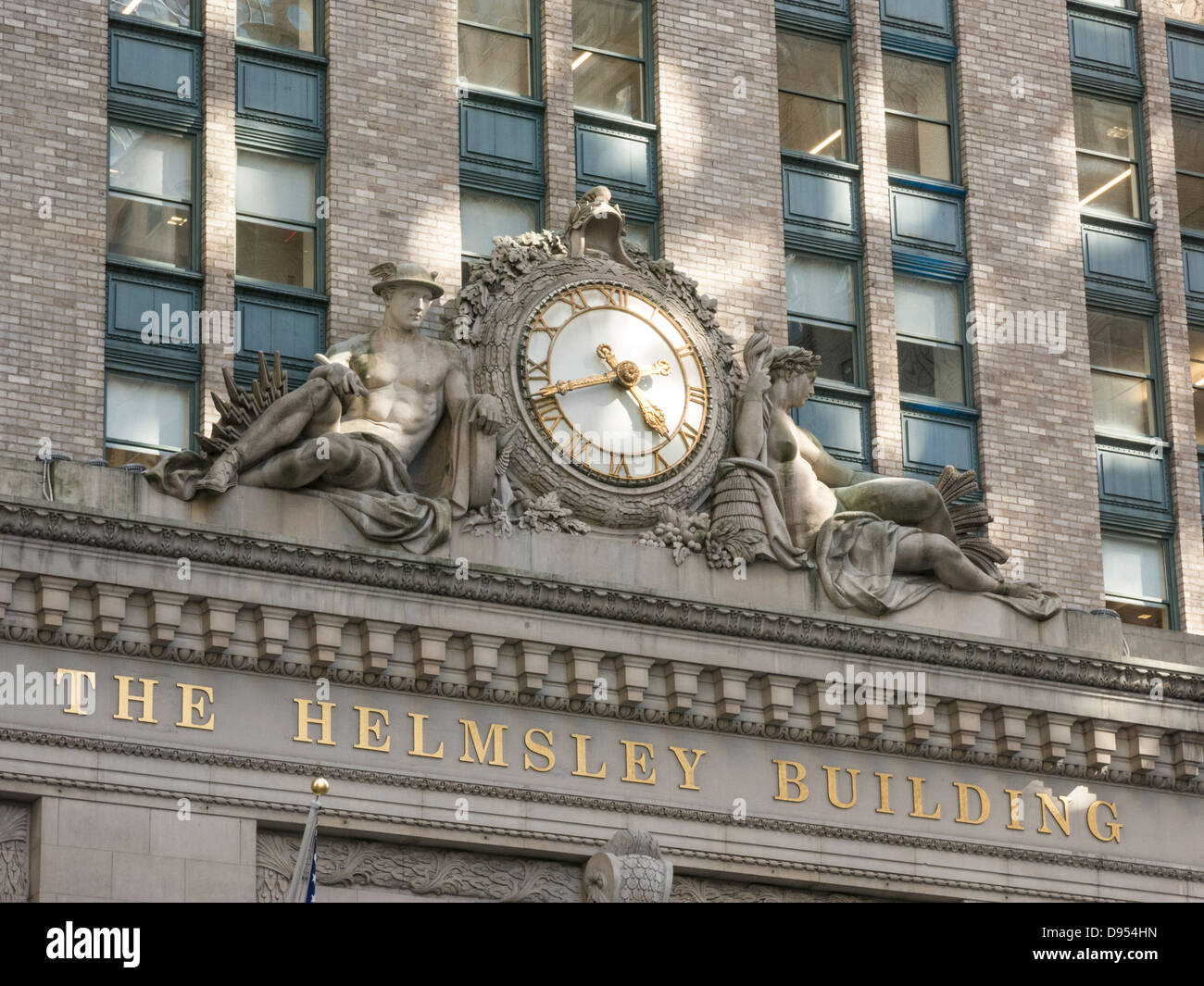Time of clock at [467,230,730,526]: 4:41
